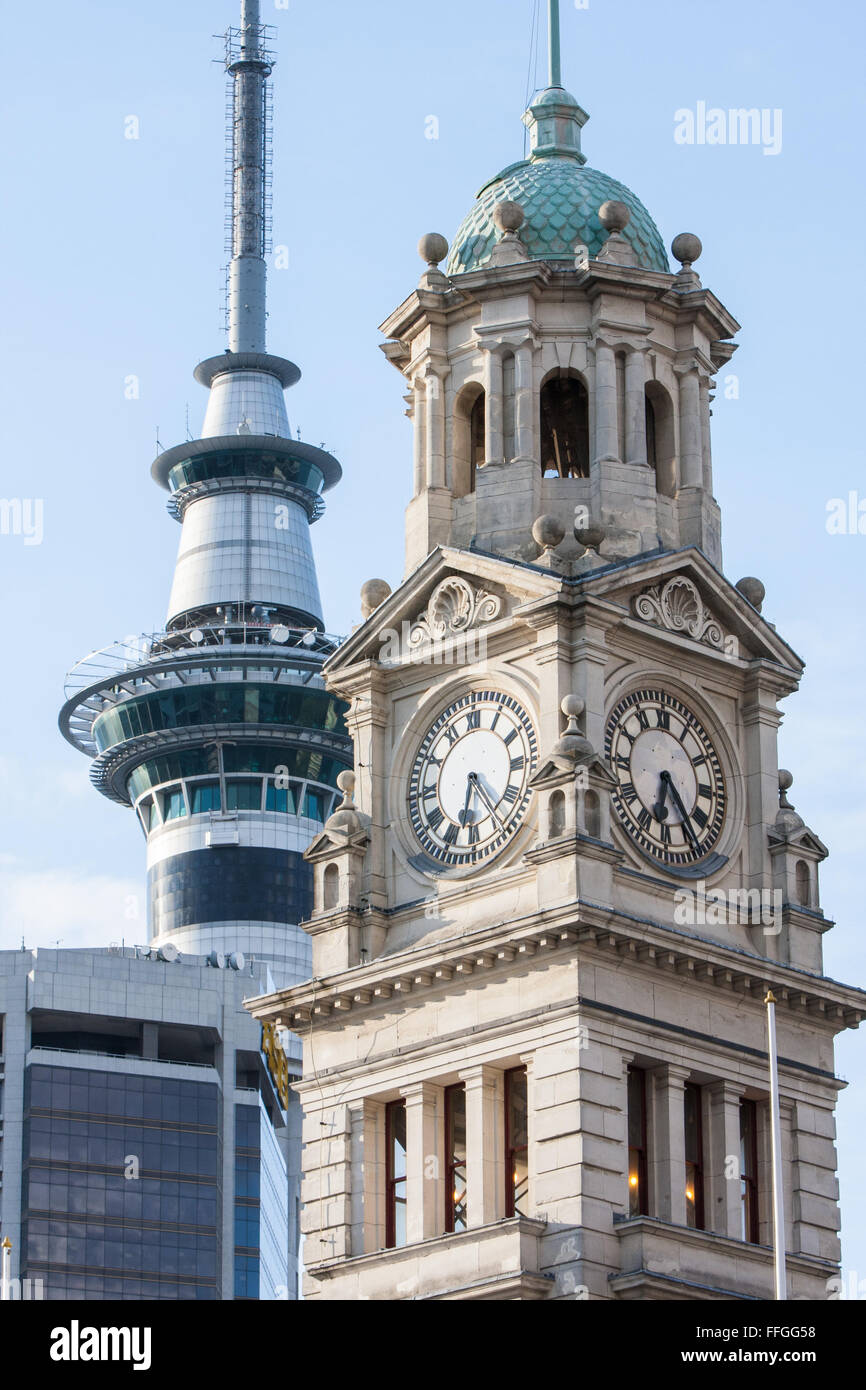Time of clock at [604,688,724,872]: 6:23
